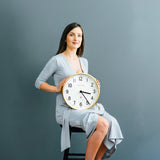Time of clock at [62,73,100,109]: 3:23
